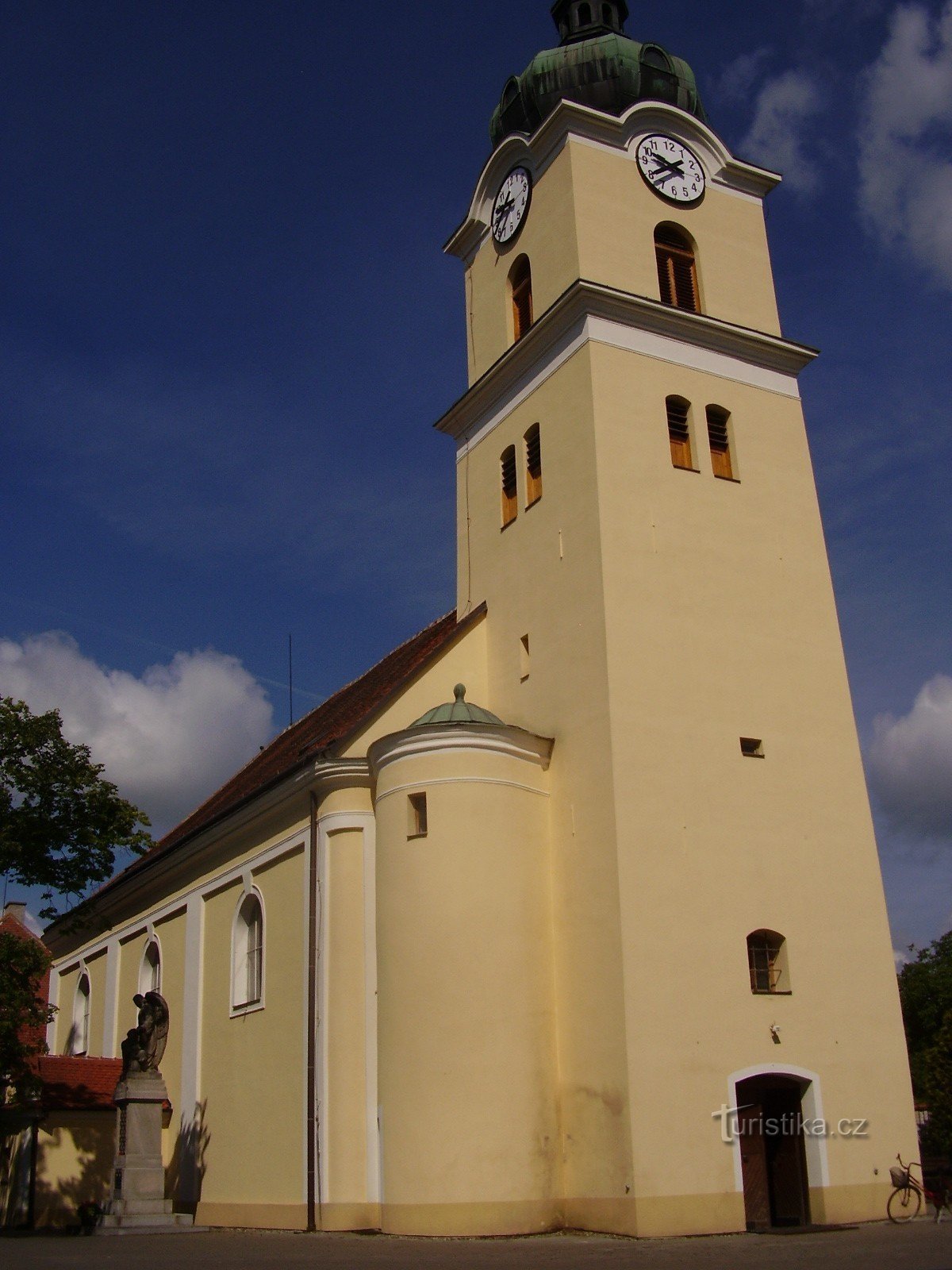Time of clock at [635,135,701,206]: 9:38
